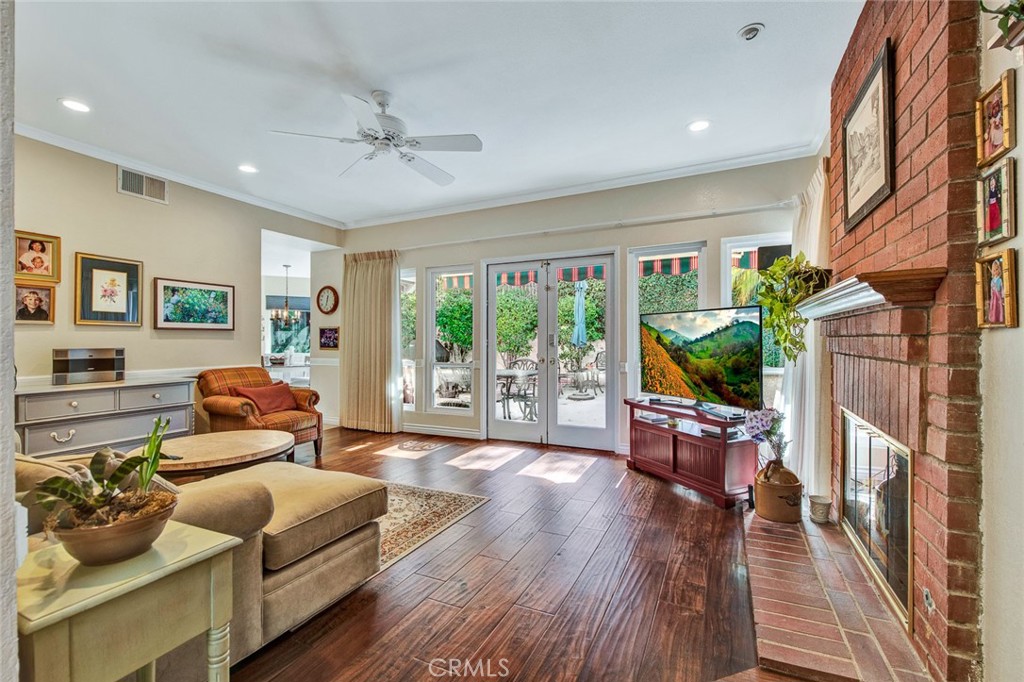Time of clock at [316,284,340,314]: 12:33
